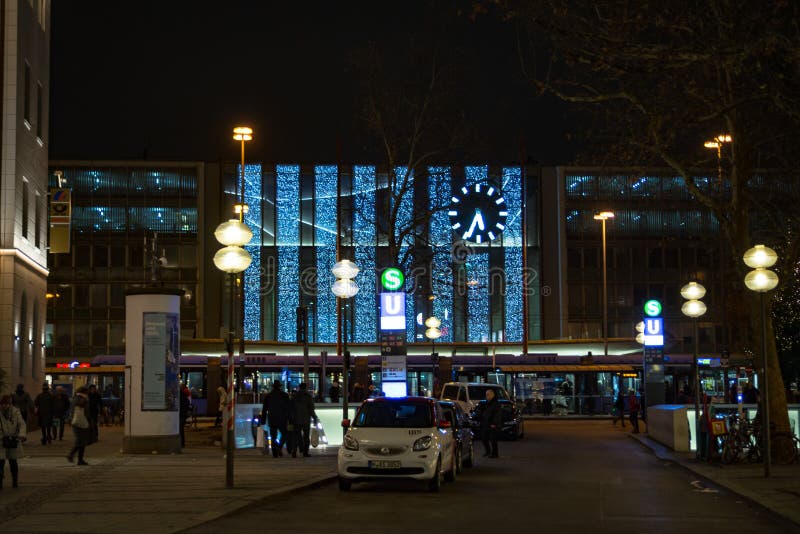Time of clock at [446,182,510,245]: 5:34
